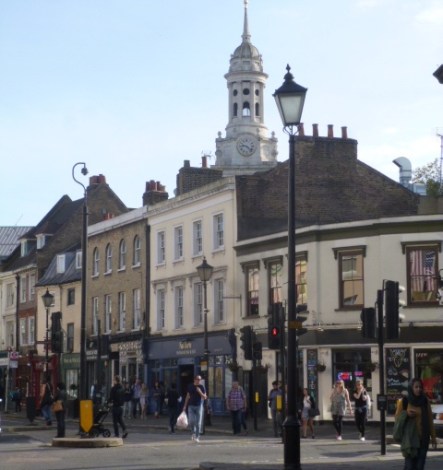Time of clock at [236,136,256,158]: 9:22
